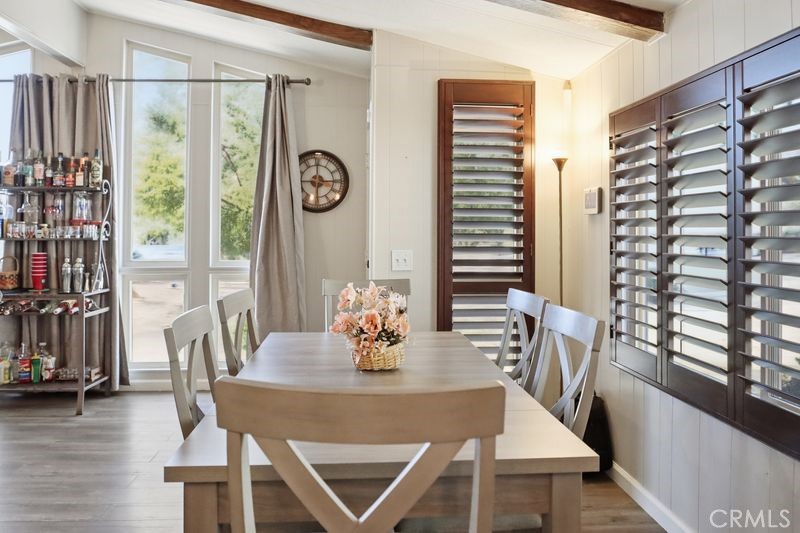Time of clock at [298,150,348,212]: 6:15
